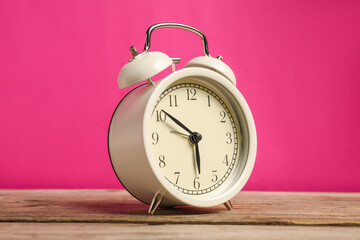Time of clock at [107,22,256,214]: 5:51
